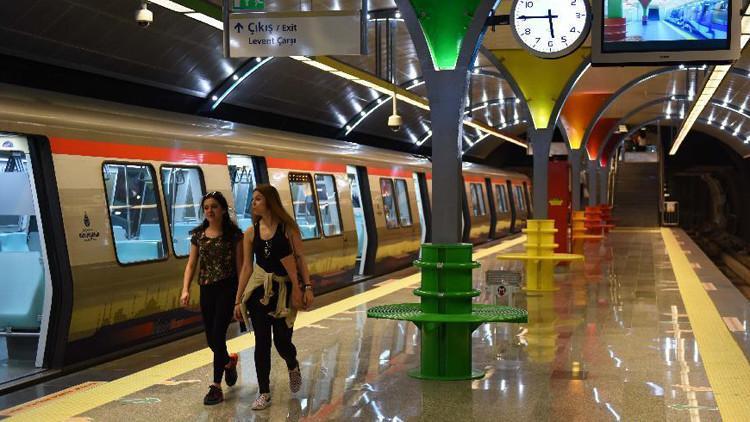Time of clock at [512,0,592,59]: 5:45
